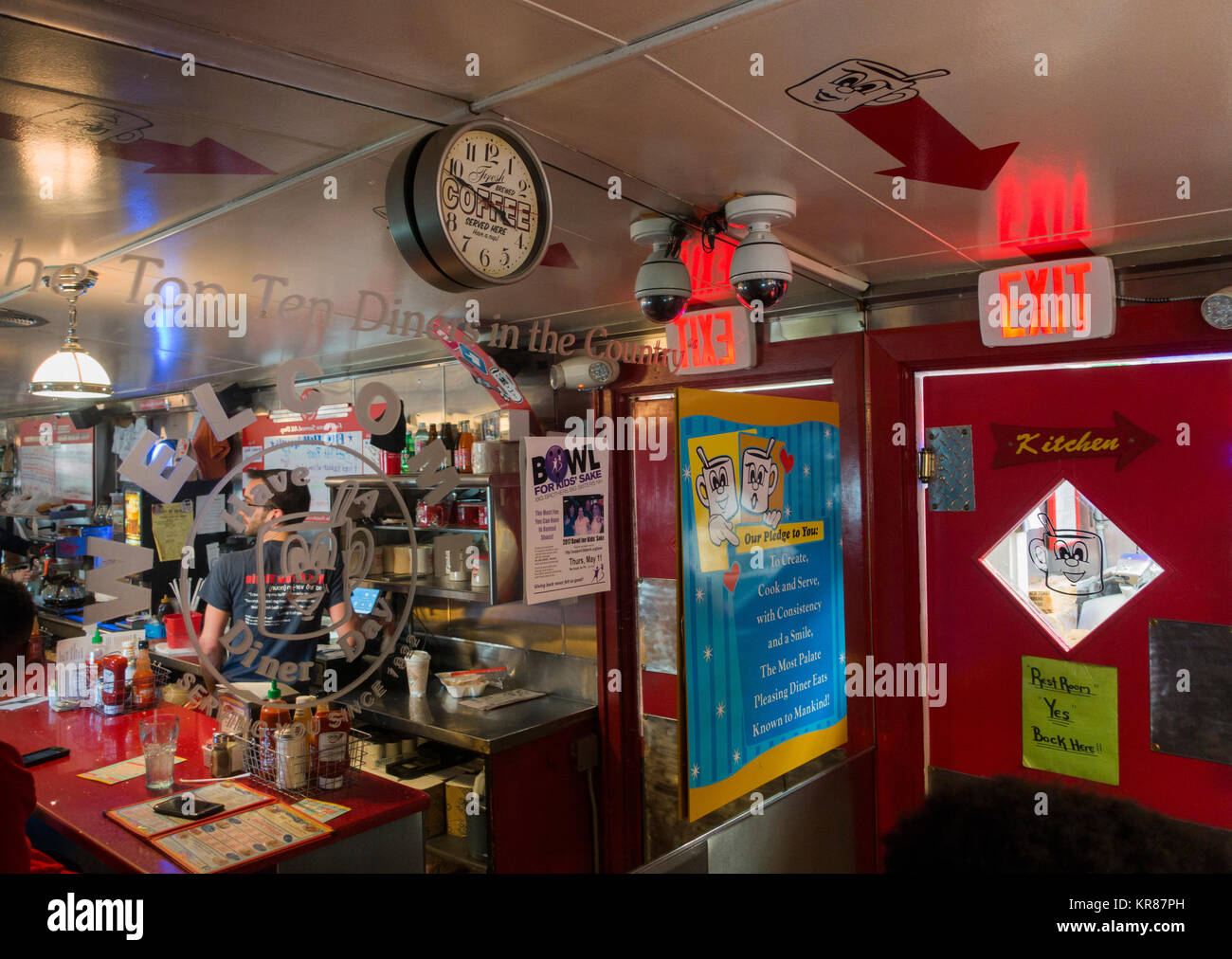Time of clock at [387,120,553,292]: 3:48
